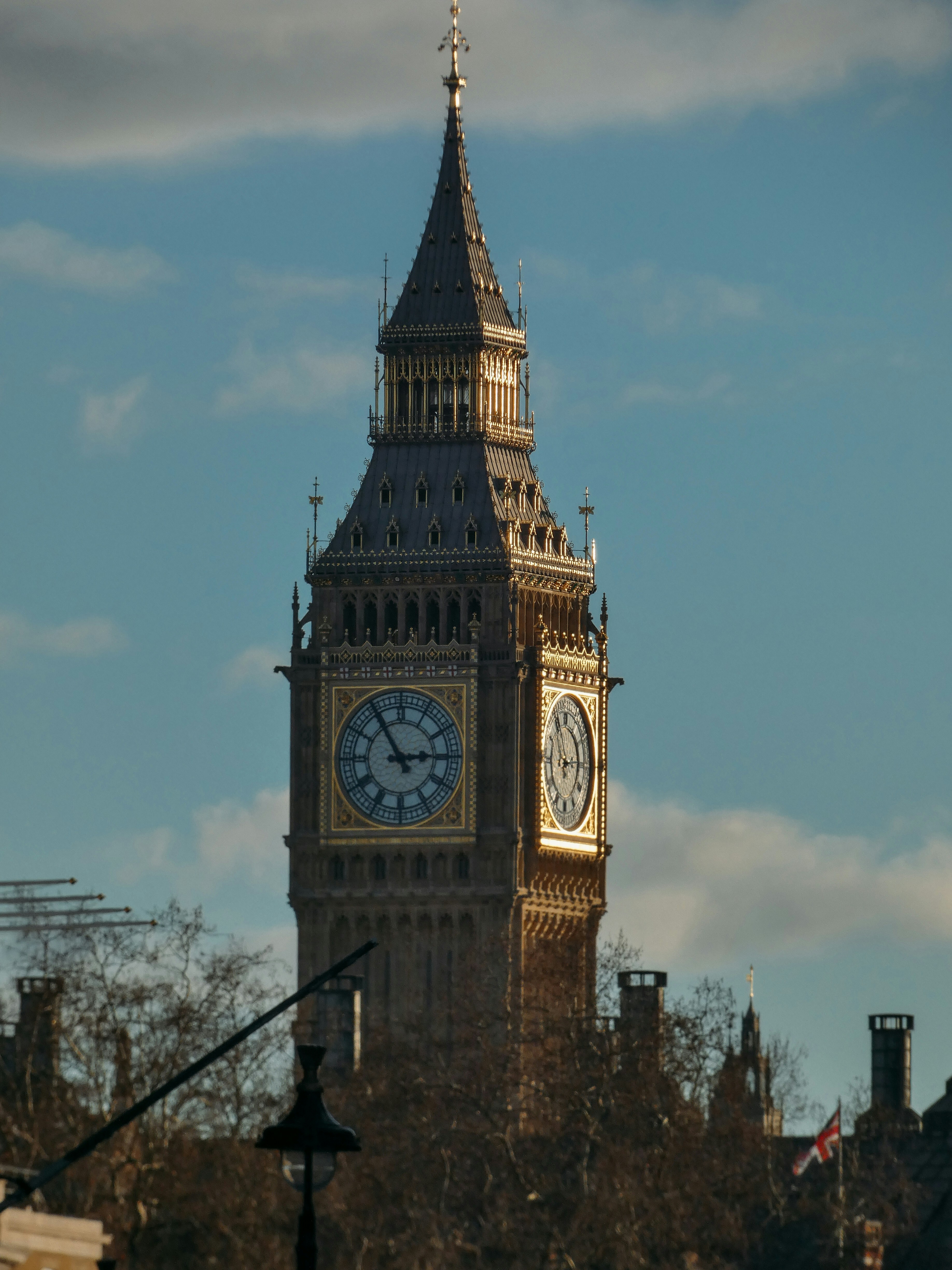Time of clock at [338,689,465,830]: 2:54
